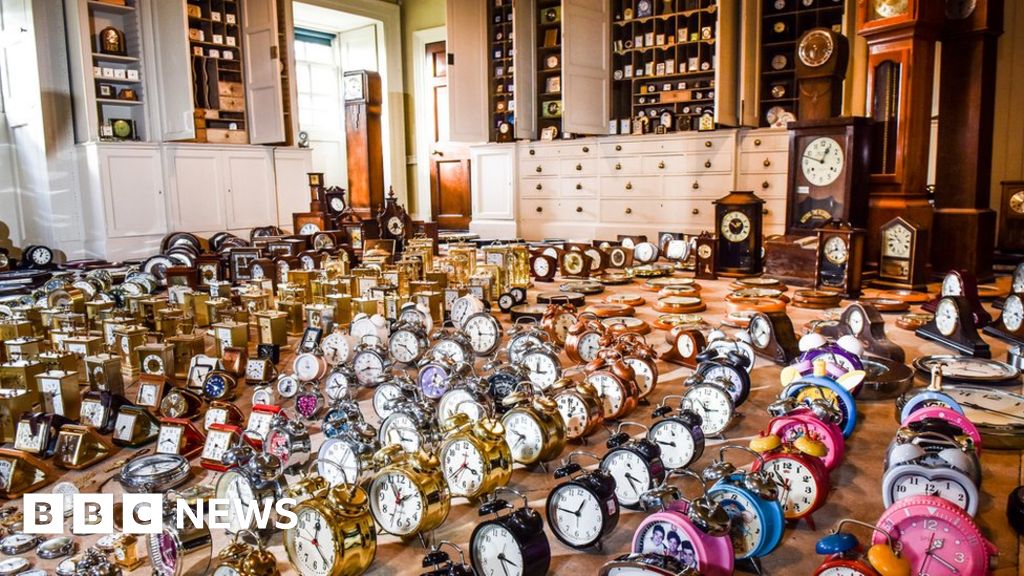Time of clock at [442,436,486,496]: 3:37
